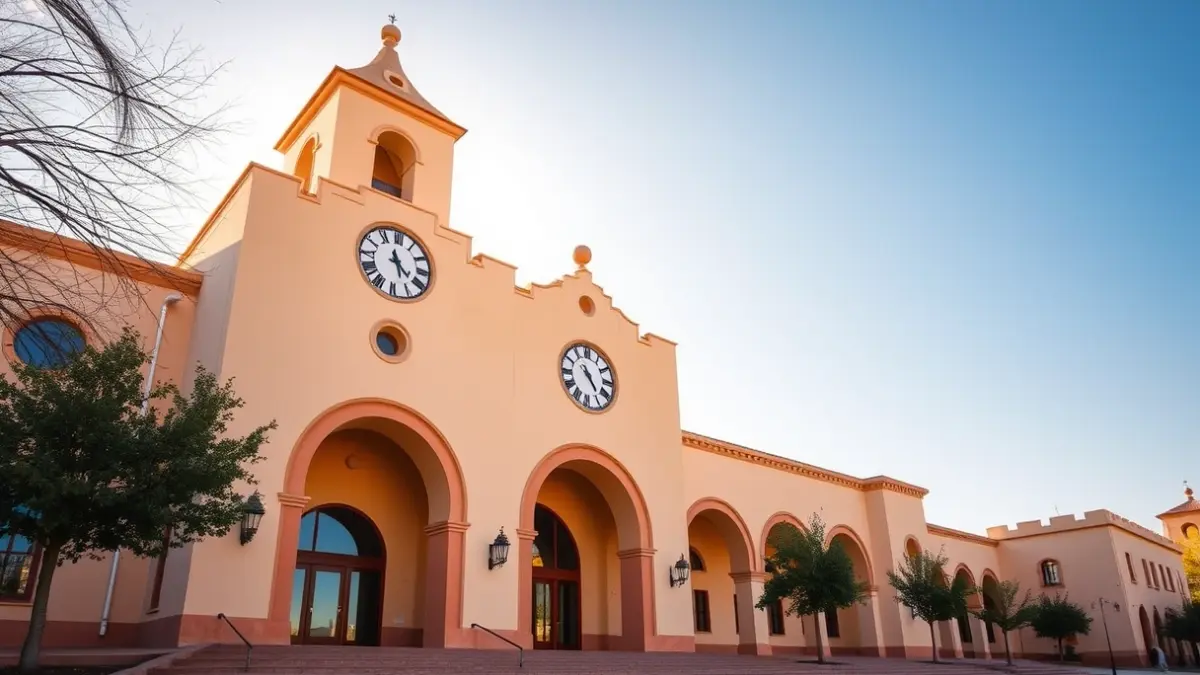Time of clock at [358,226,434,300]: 11:21
